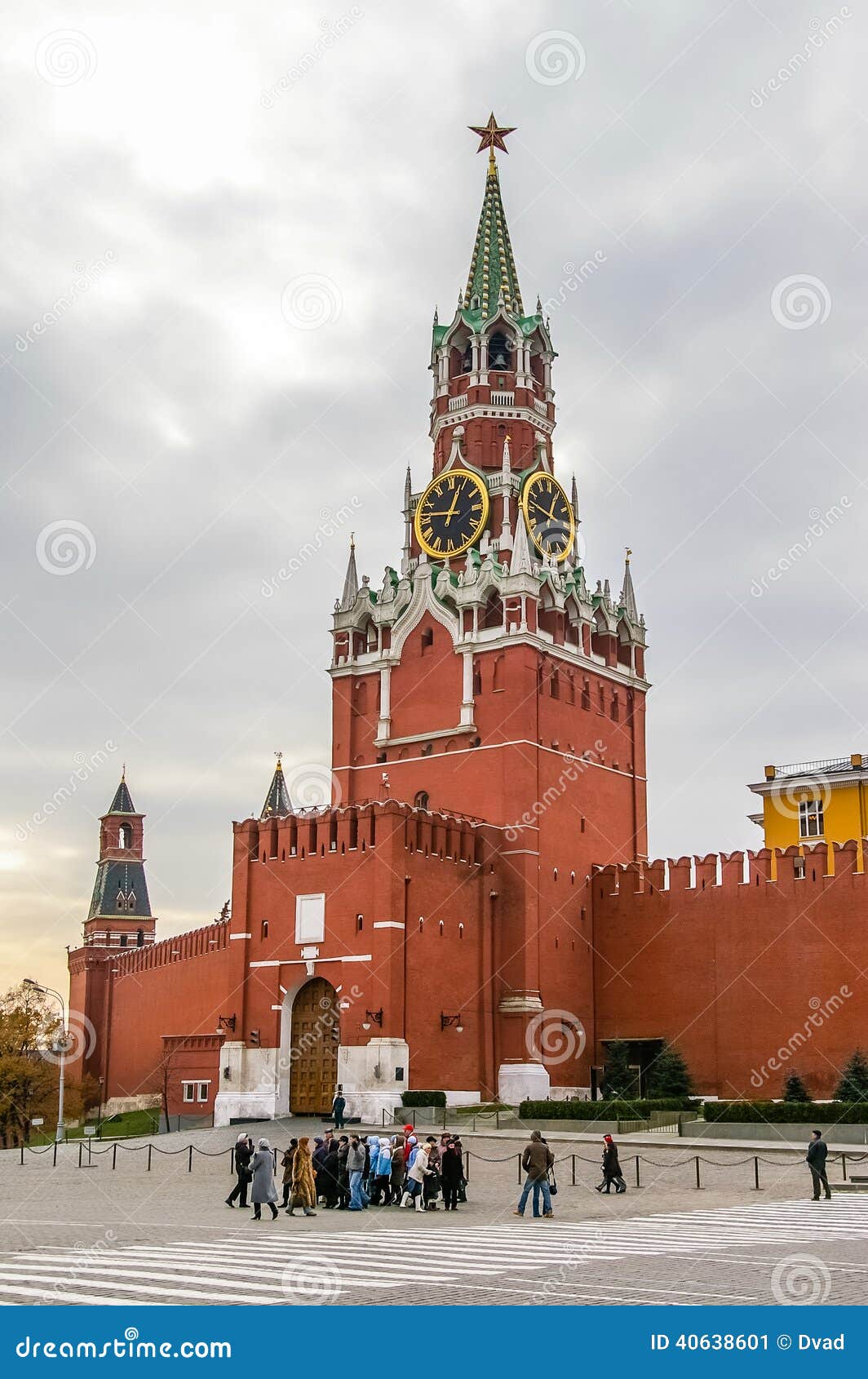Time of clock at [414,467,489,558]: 12:46
